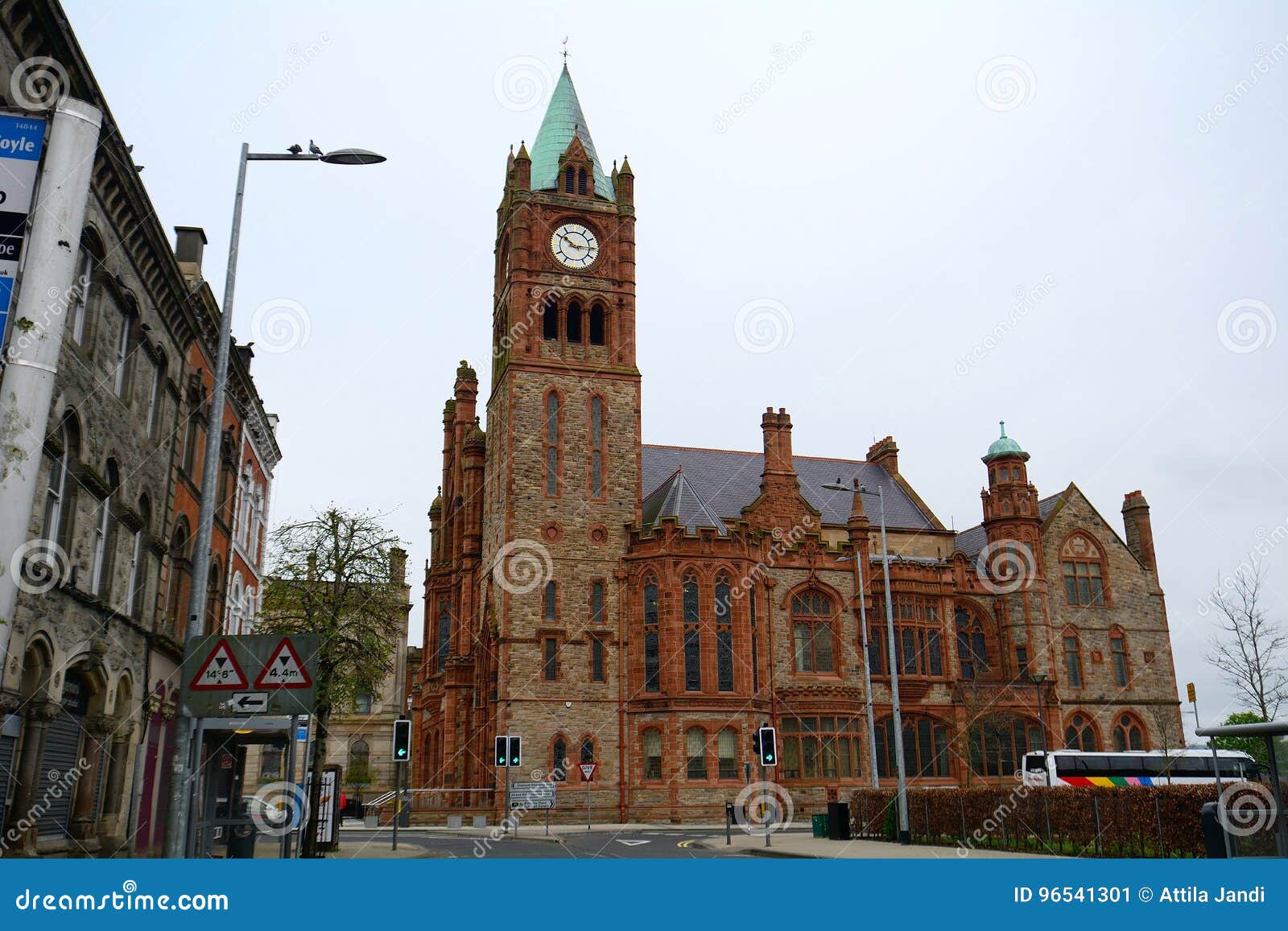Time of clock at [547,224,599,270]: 10:14
